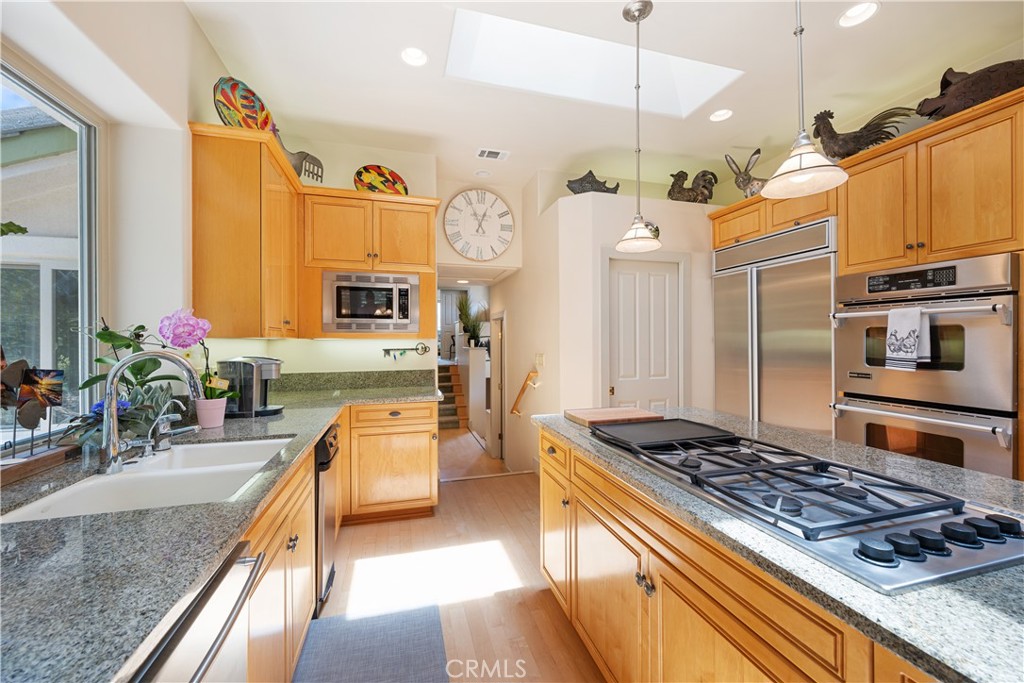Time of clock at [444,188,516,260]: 12:55
